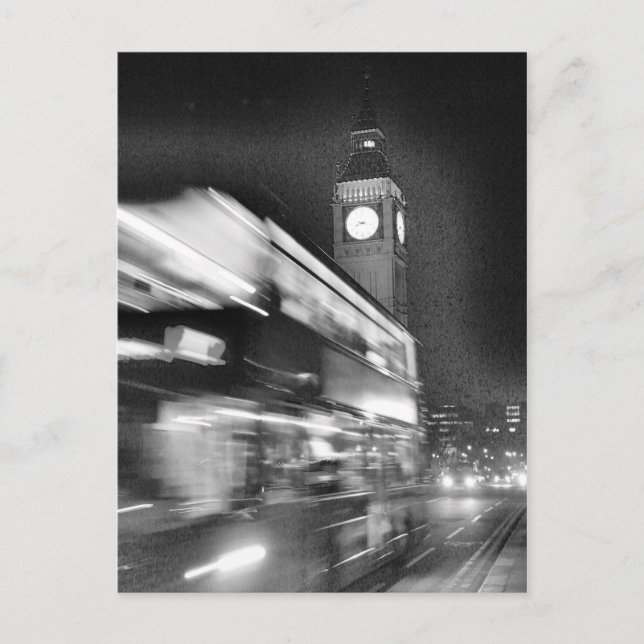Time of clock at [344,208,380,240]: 8:17
